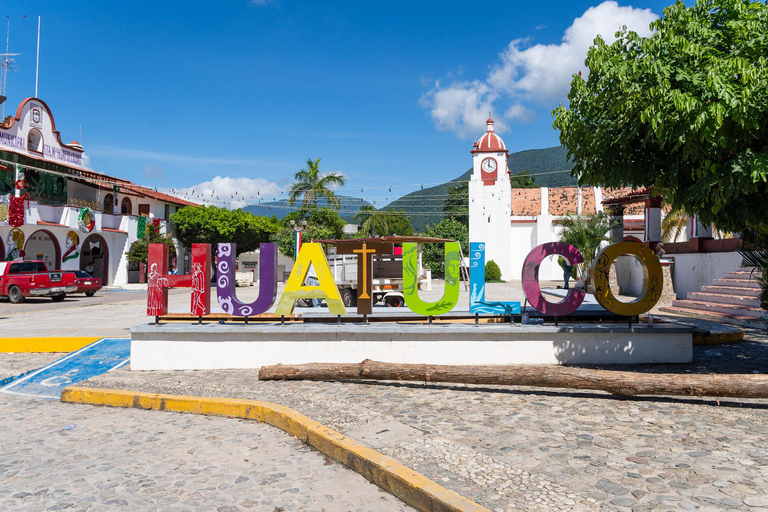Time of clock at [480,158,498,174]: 4:00
